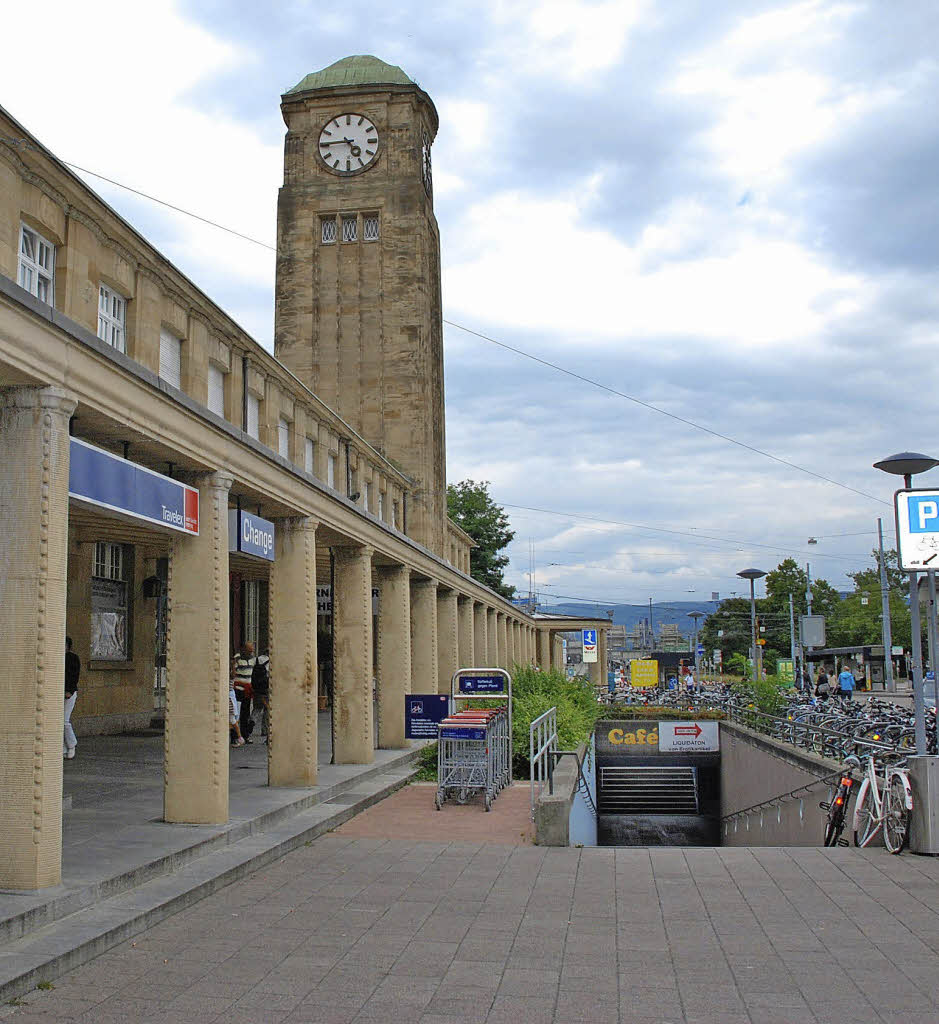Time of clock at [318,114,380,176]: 4:44
